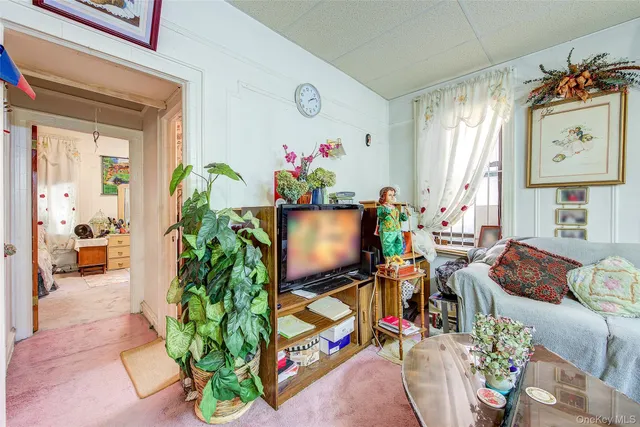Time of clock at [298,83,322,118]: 2:12
